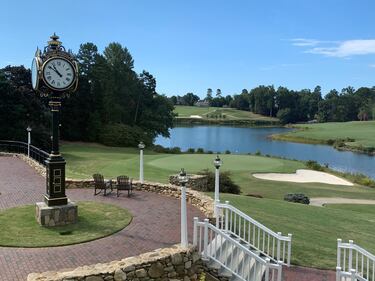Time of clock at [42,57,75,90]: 10:51
